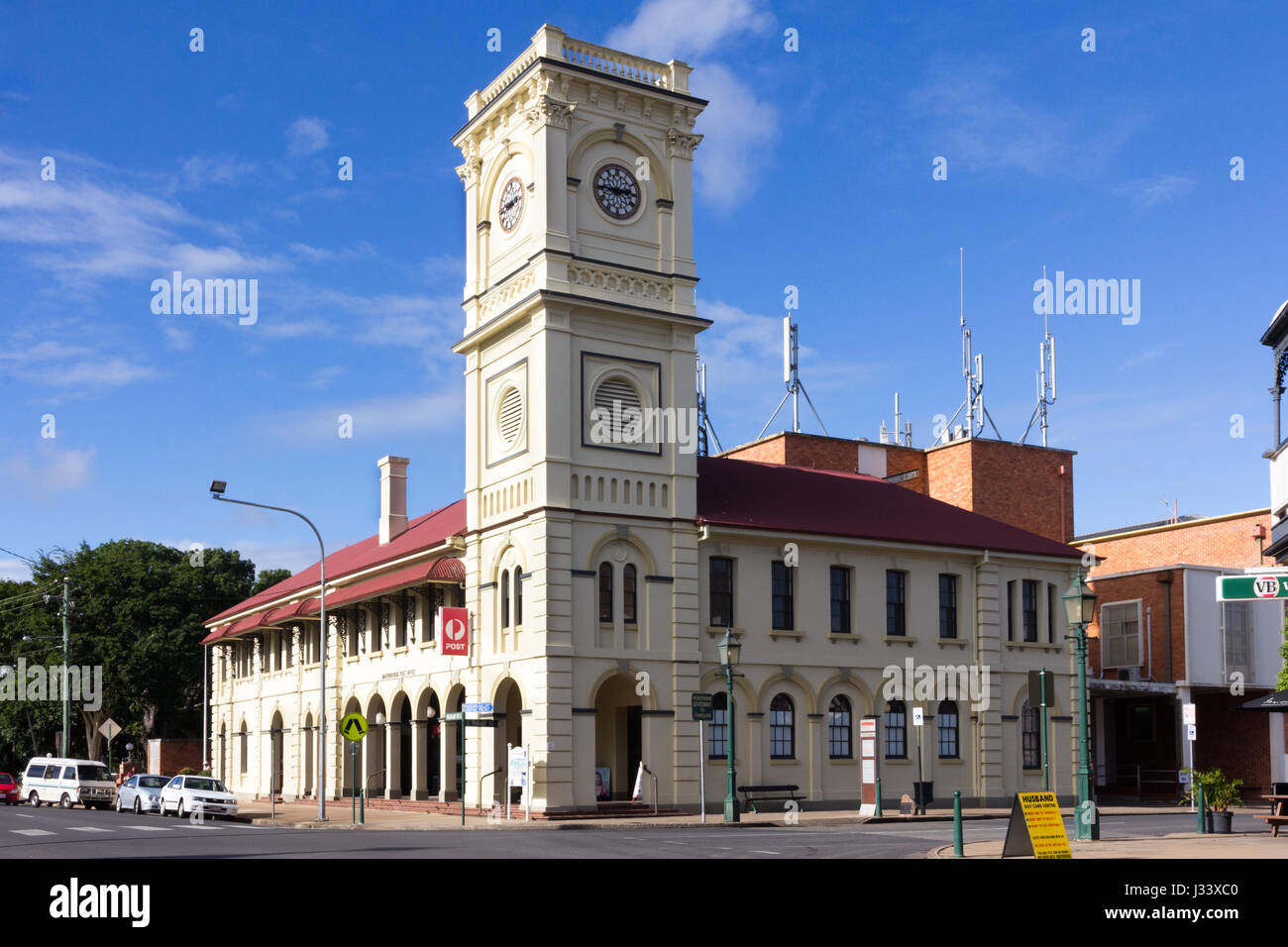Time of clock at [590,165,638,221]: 2:45
